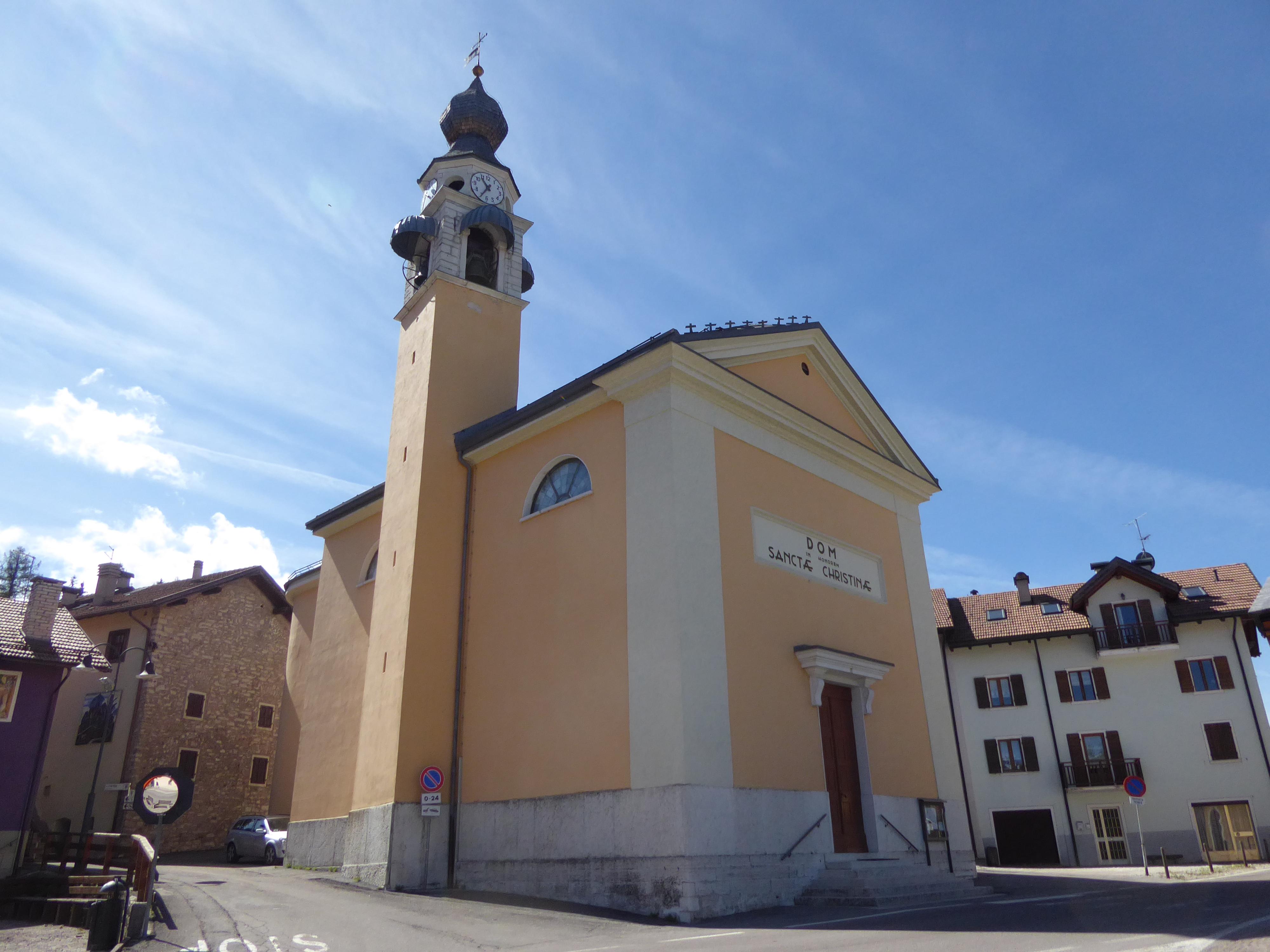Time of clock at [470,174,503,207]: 10:34
